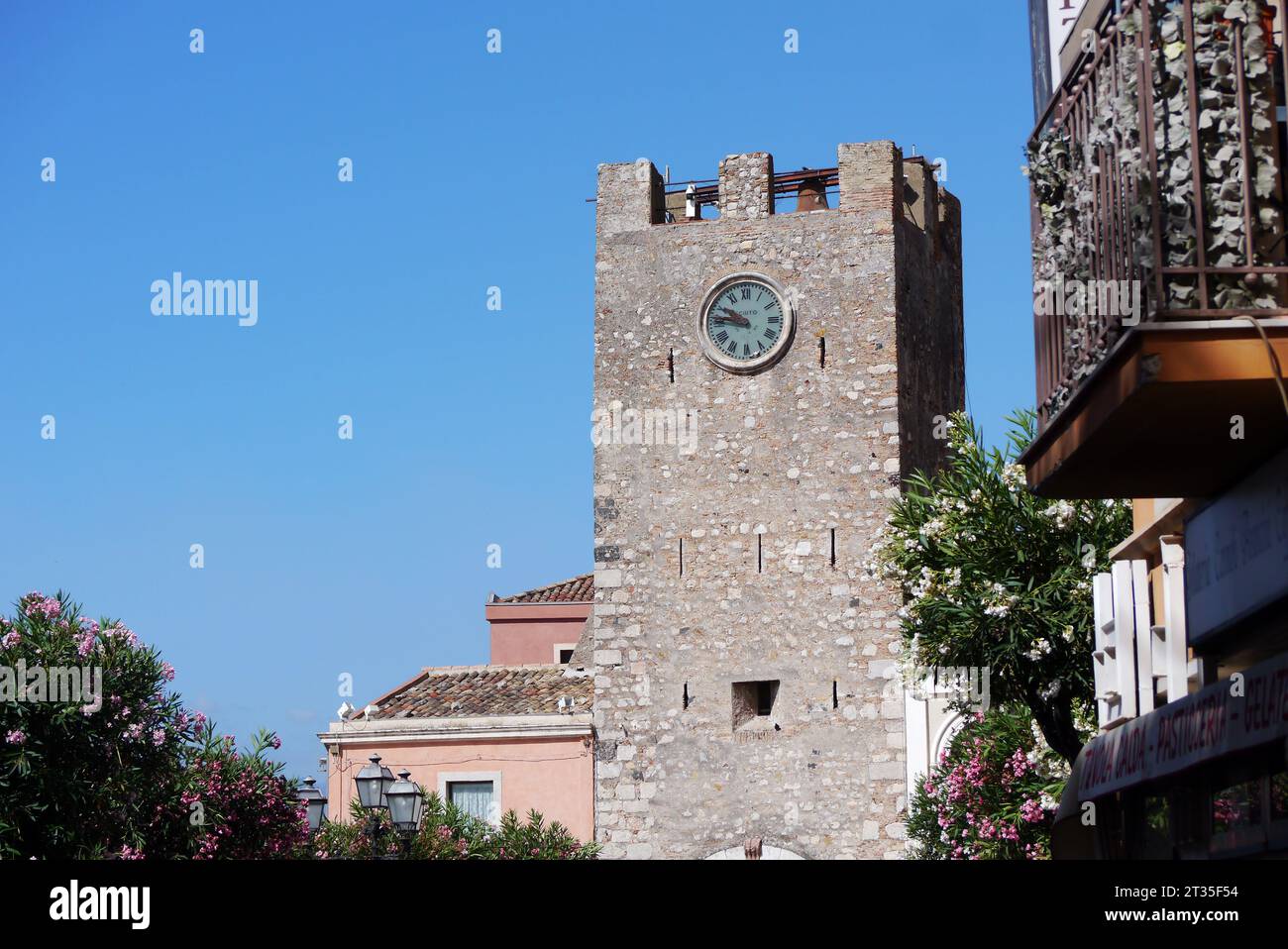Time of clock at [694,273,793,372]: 9:46
